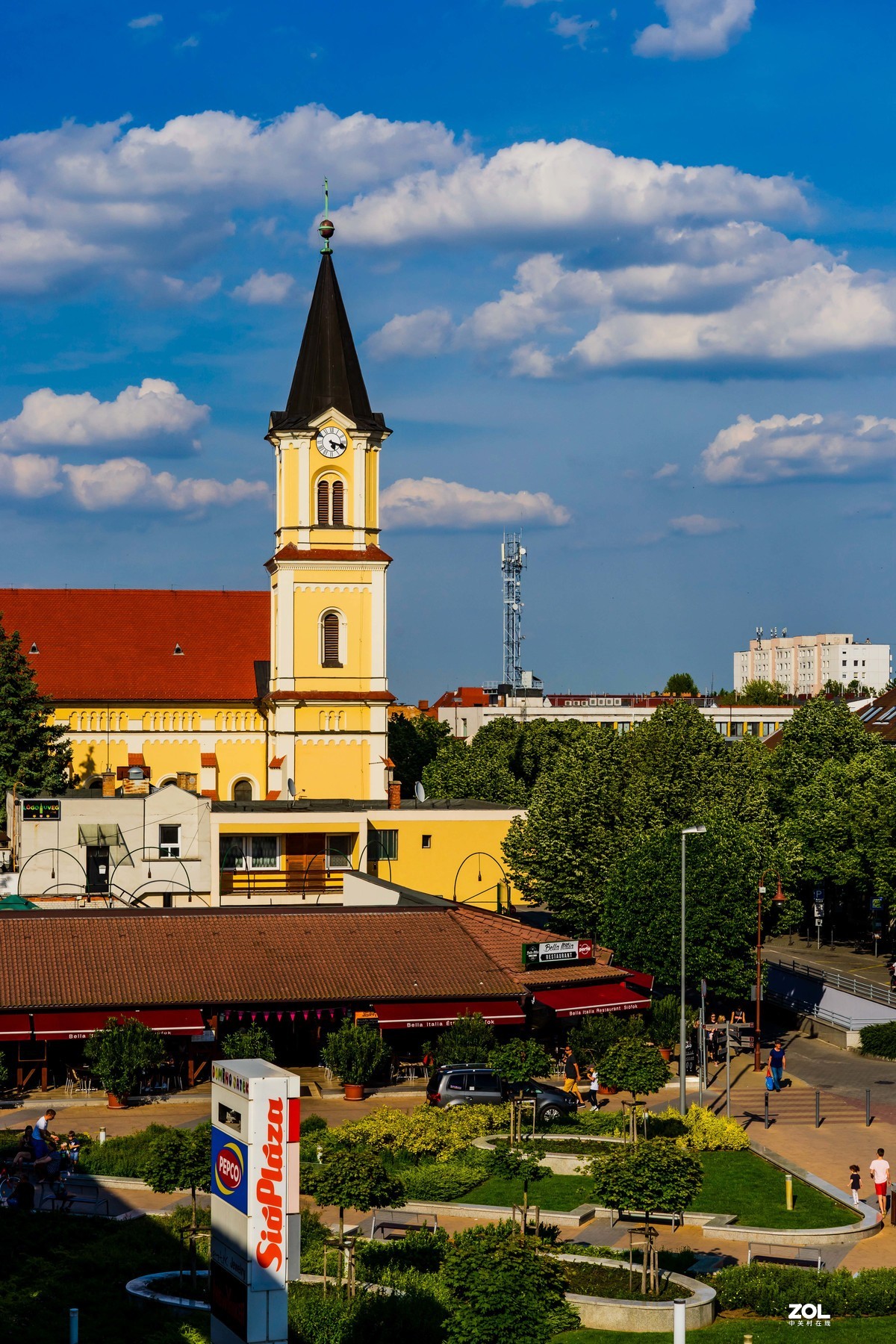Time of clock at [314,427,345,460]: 5:17
